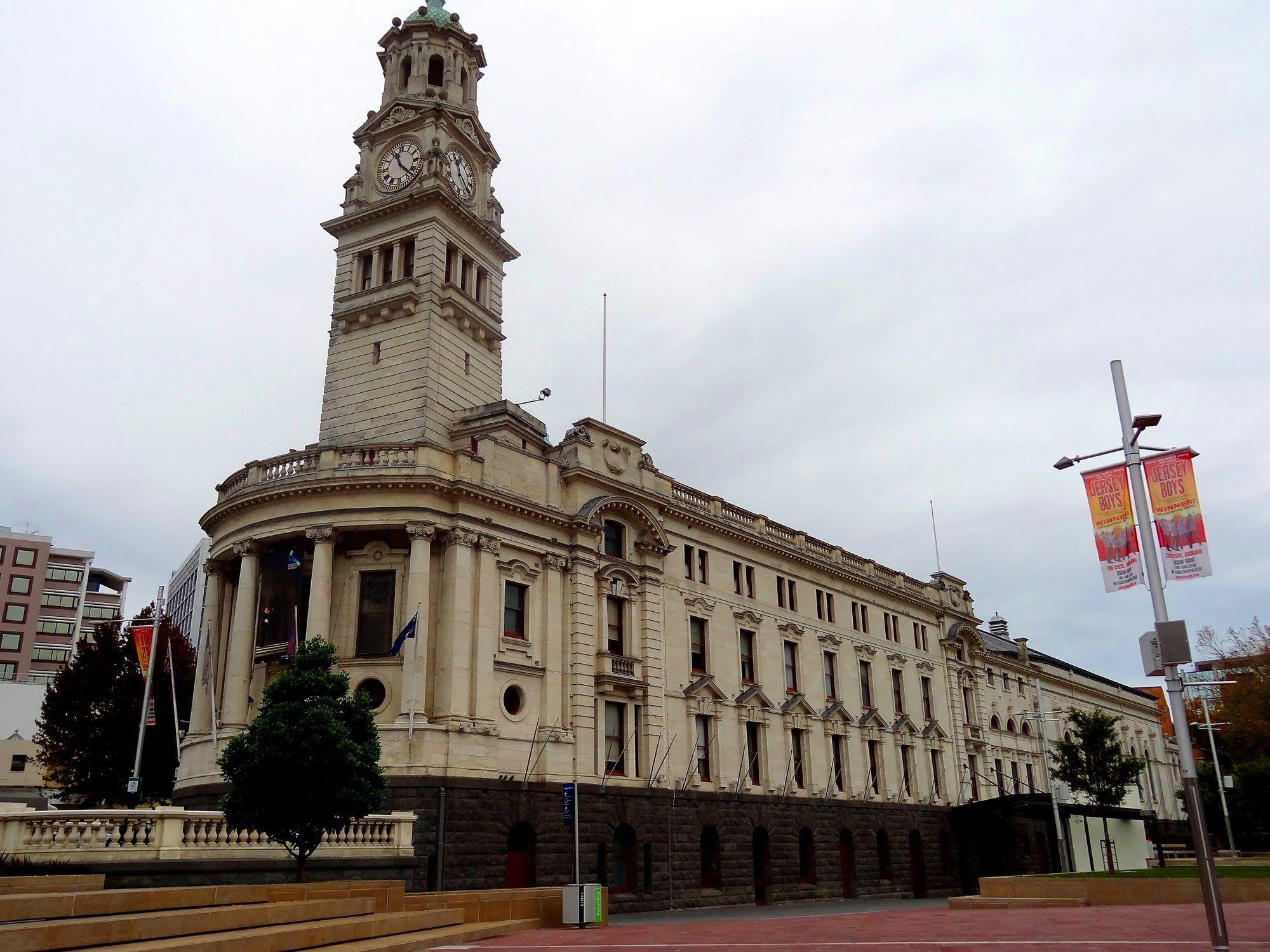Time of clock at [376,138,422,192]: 11:22
